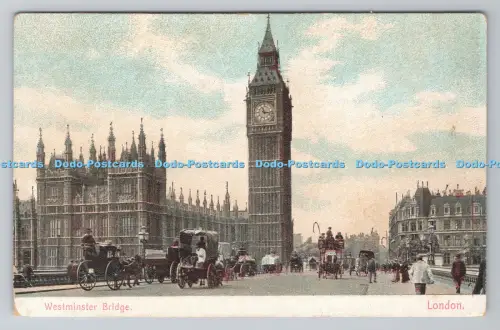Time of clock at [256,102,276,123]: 11:16
